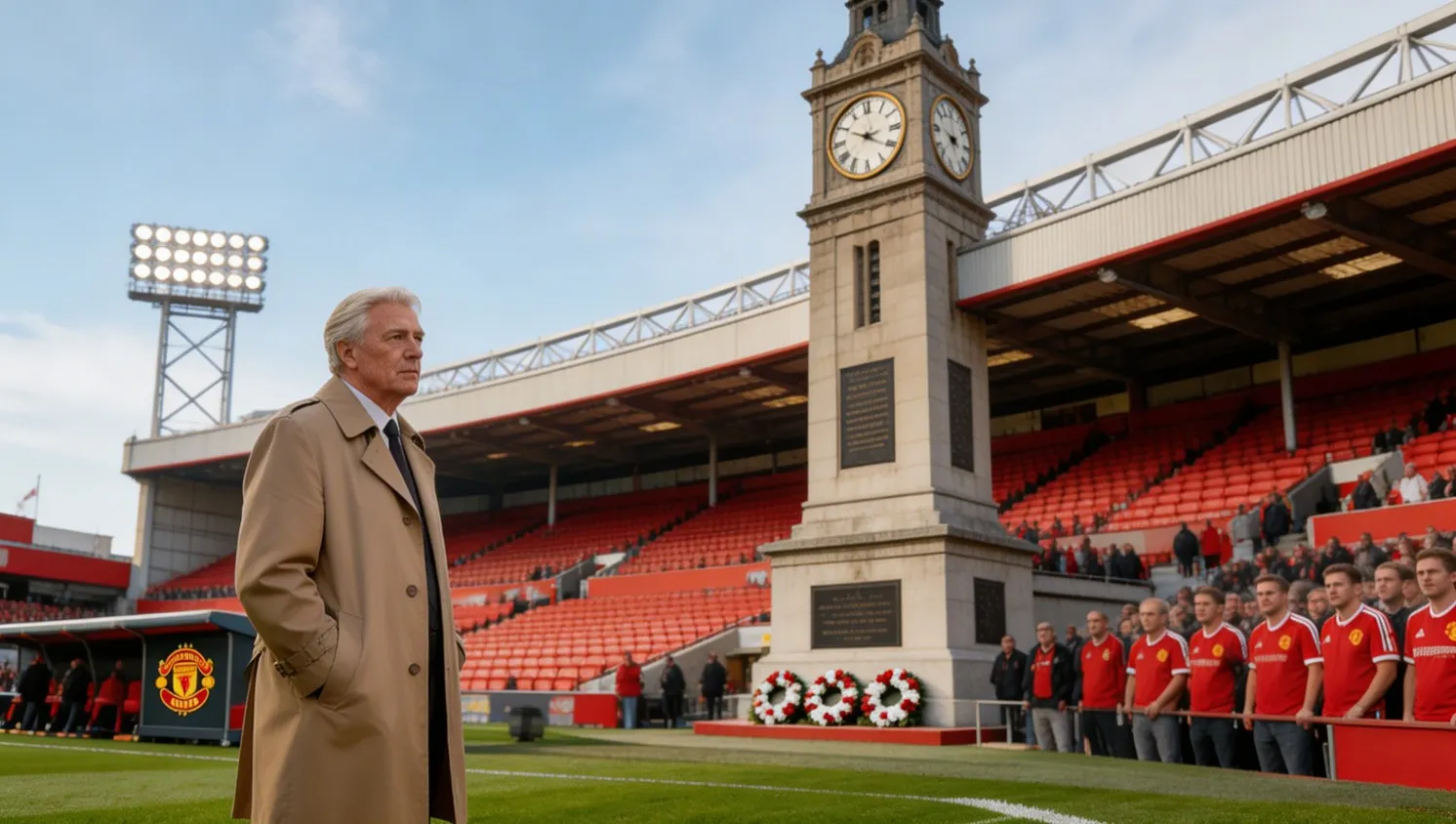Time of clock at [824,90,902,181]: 2:49
